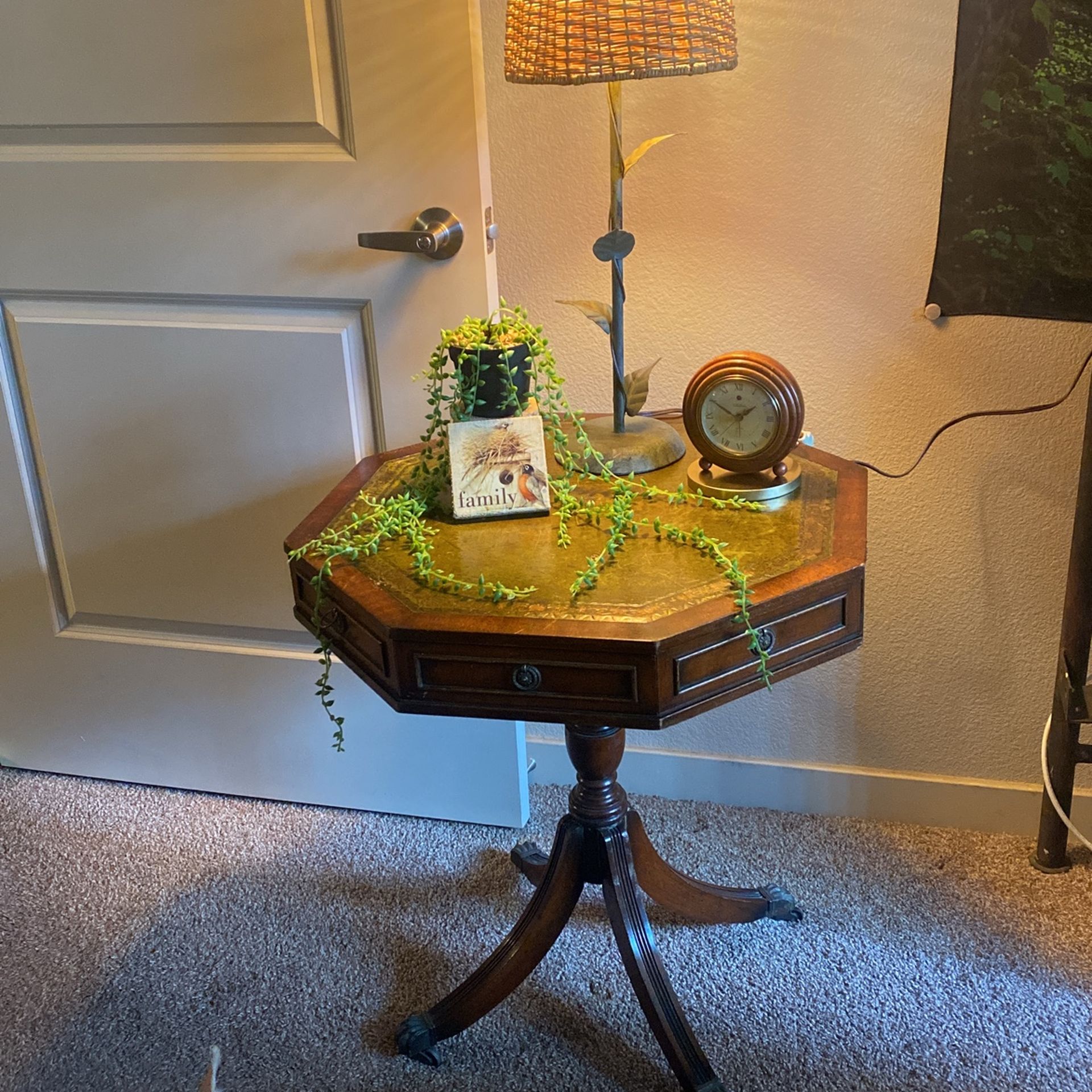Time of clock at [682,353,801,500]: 1:50
